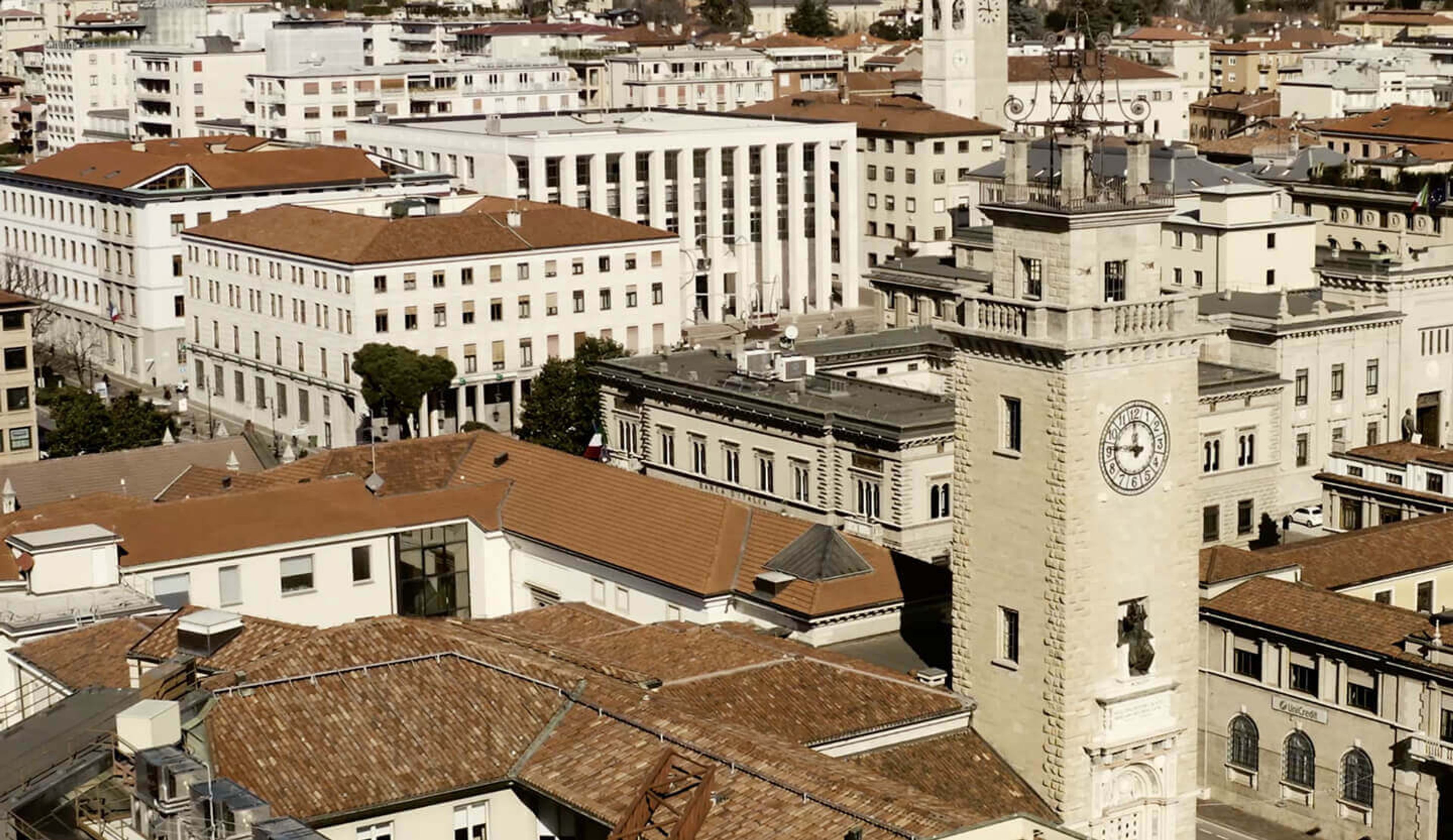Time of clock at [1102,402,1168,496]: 11:46
